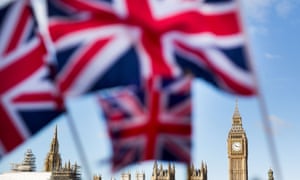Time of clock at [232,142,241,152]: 4:17
